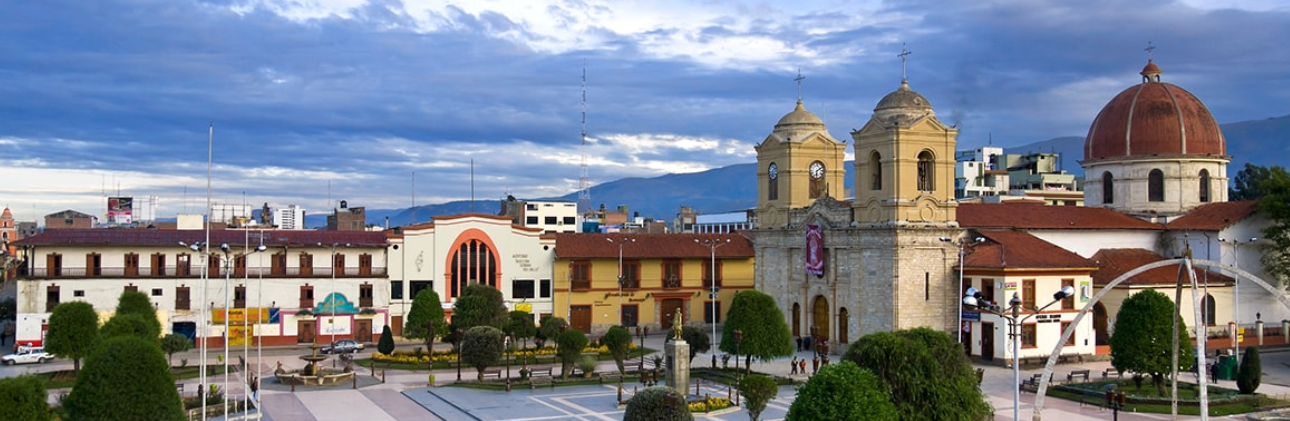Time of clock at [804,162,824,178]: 6:10
